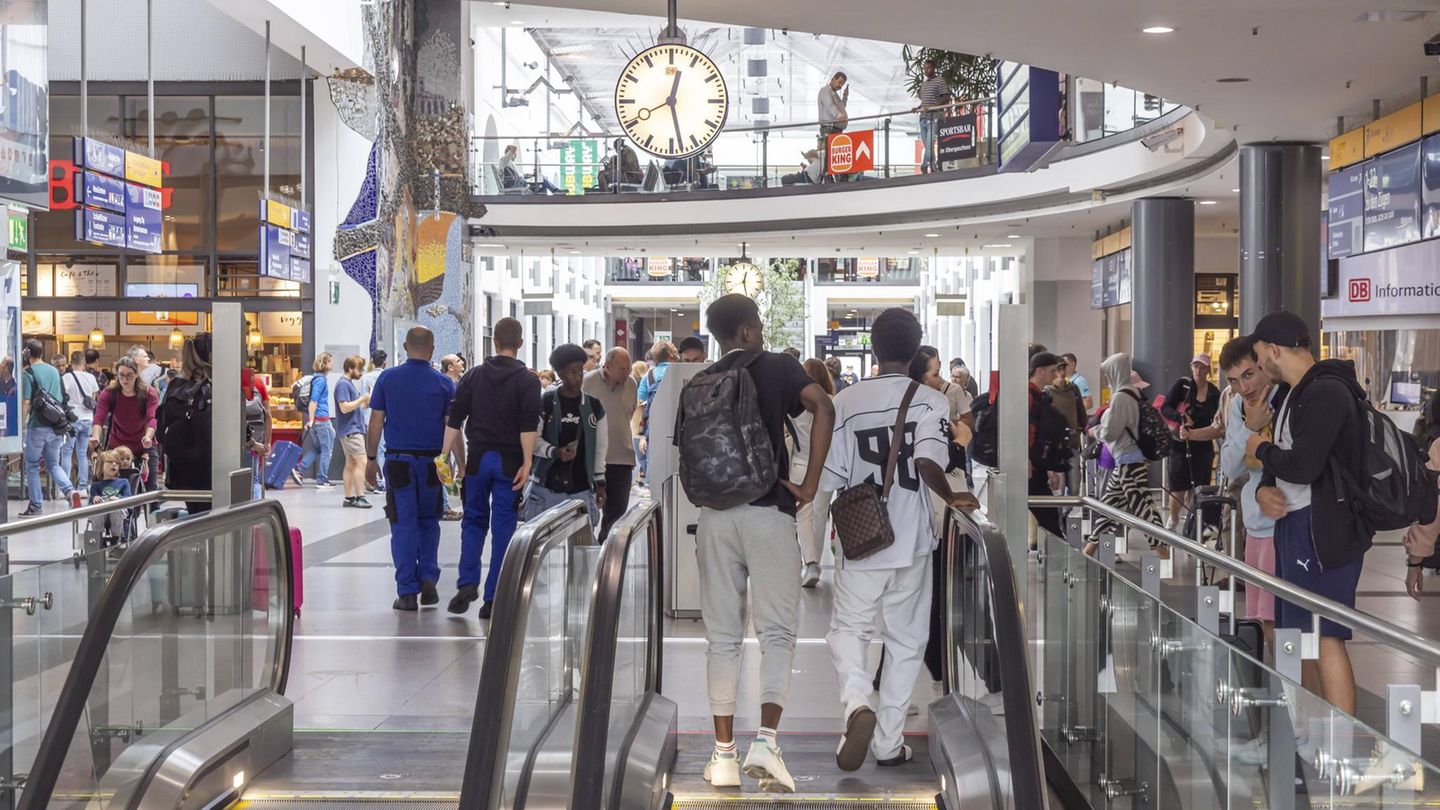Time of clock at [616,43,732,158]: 12:28
